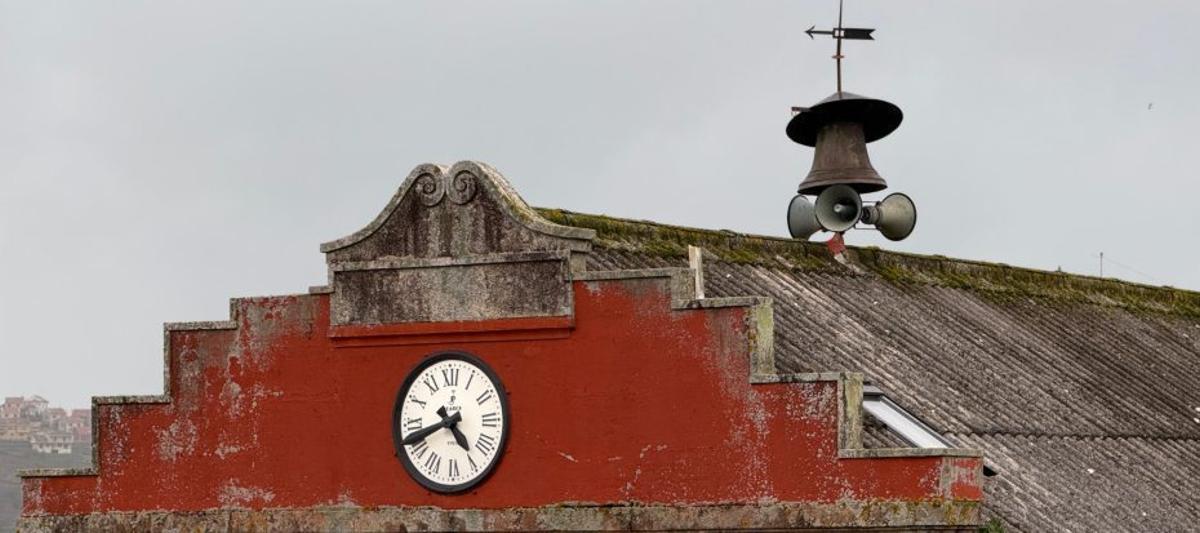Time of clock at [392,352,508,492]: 4:41
